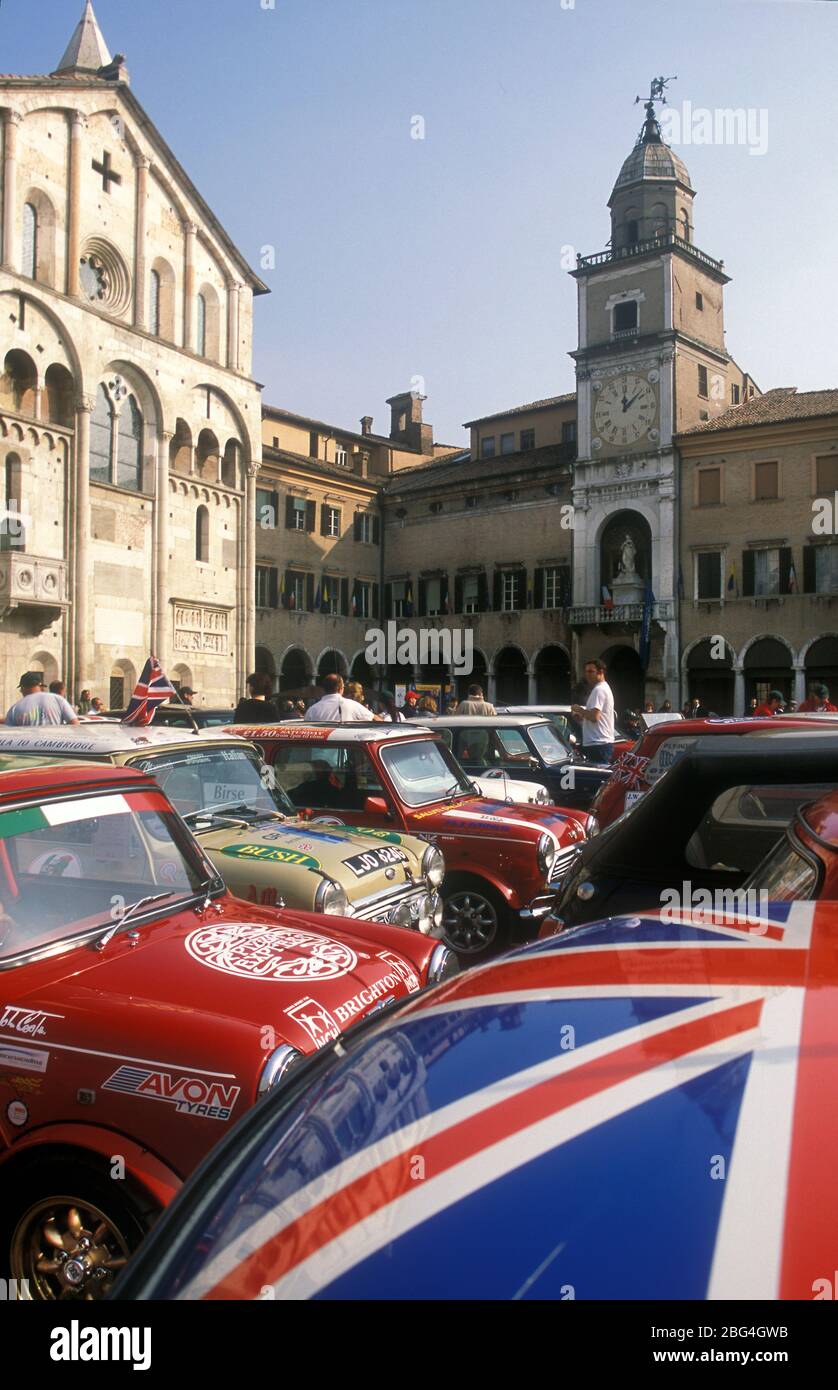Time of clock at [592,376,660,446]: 12:08
